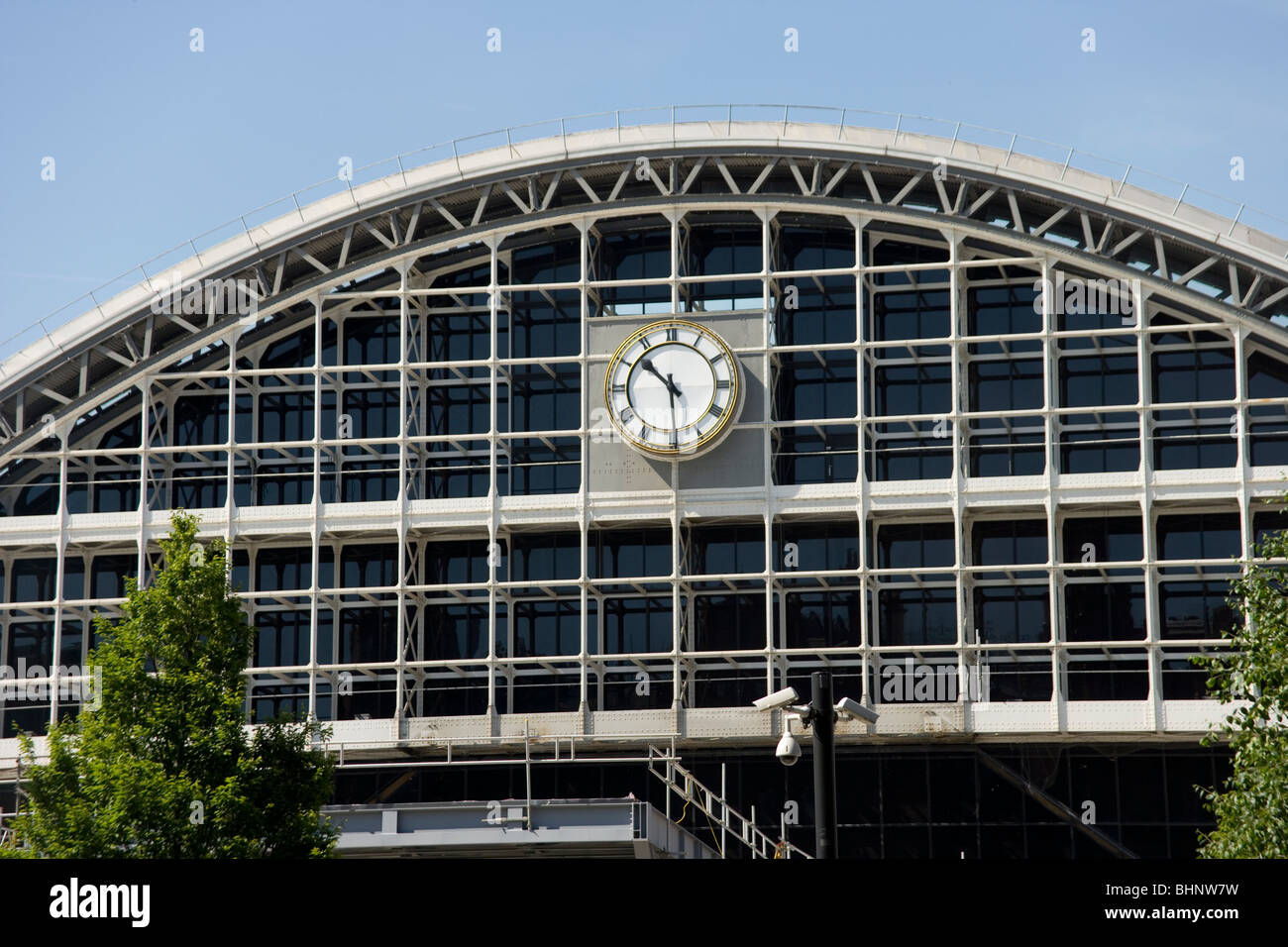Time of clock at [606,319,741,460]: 10:29
